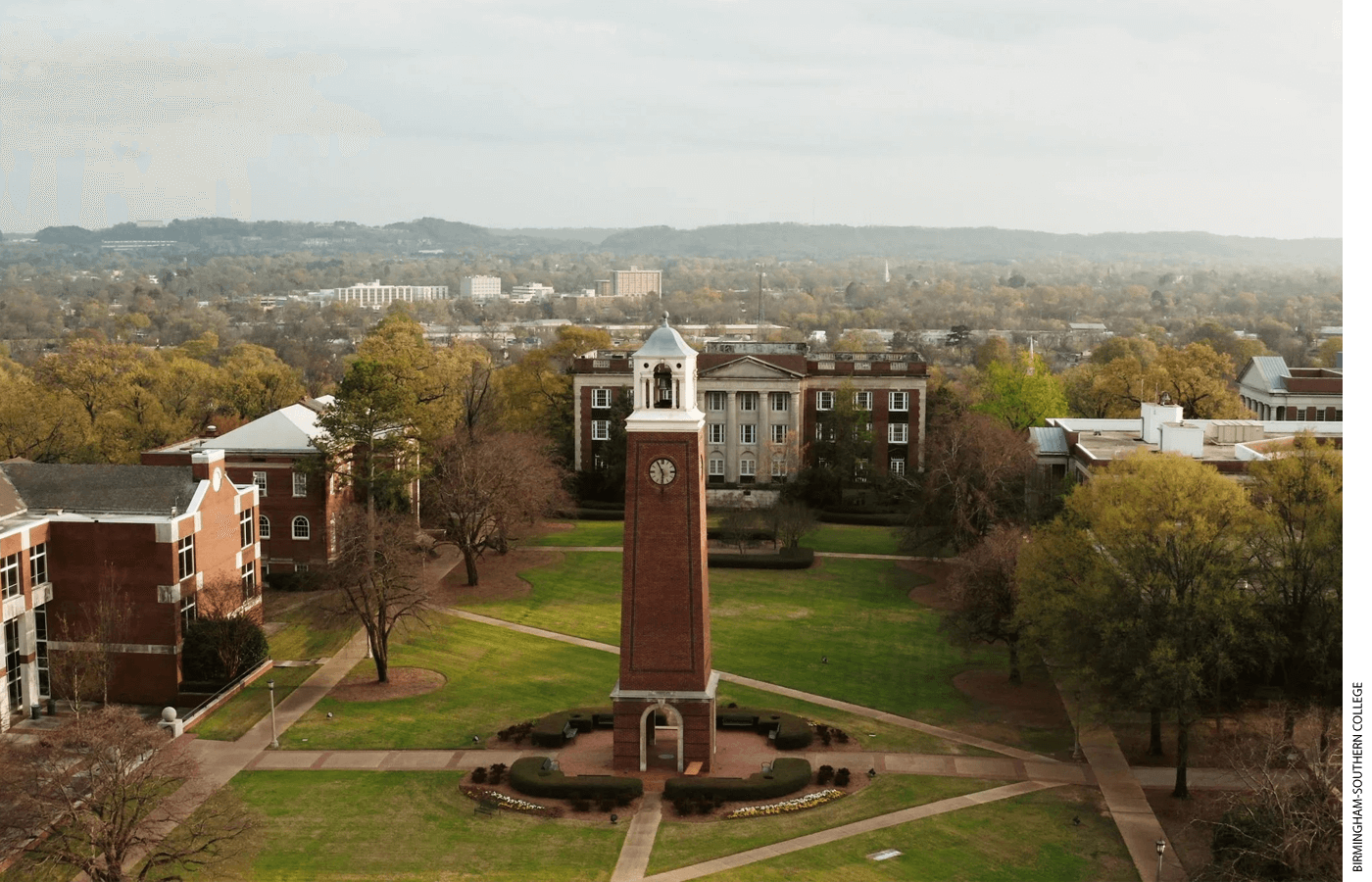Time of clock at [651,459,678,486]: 5:55
